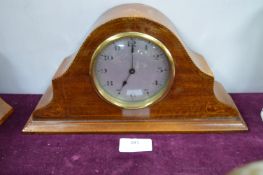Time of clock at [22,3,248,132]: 7:01
